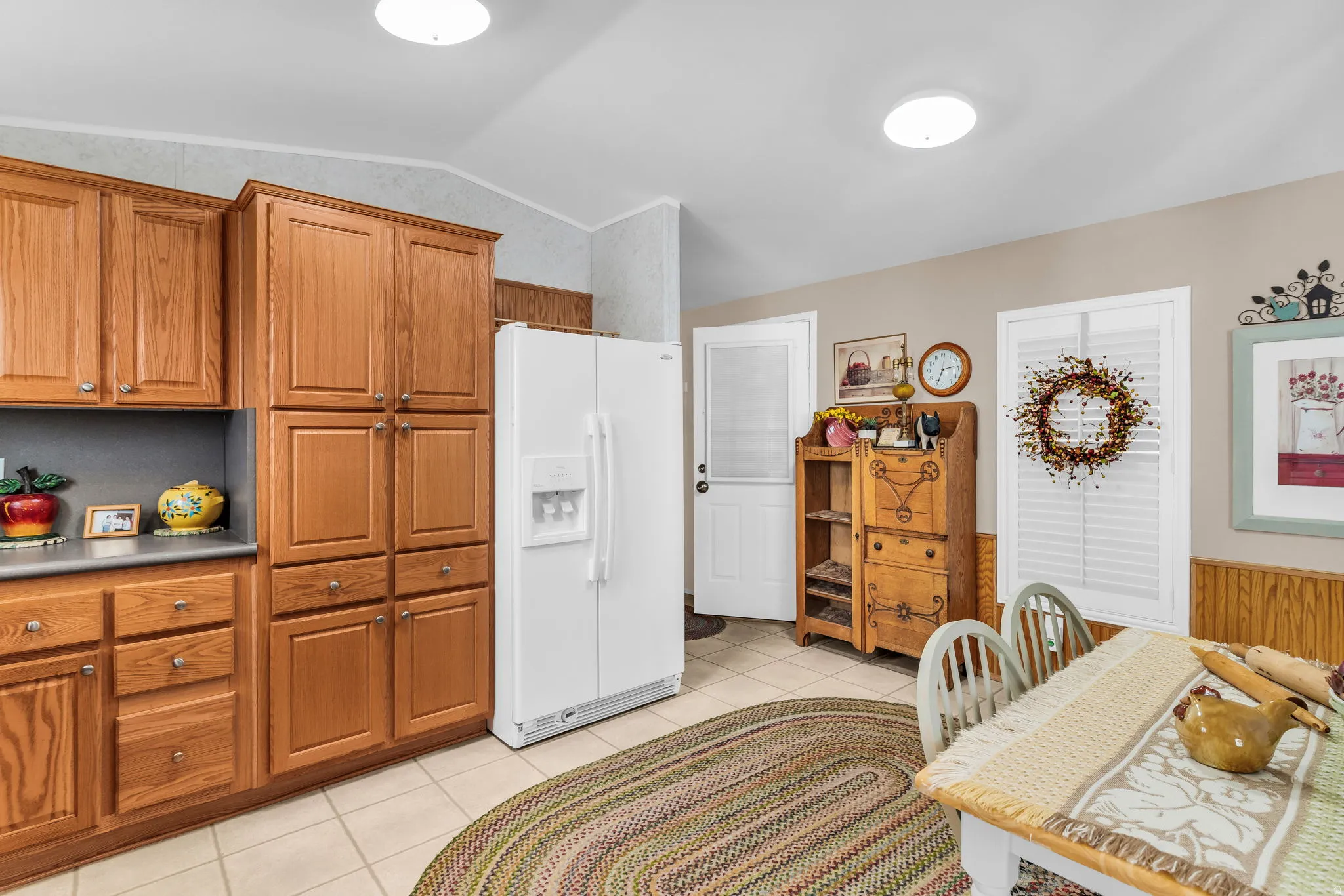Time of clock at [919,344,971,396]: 2:33
